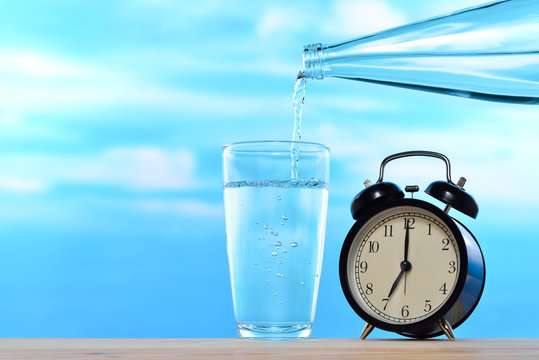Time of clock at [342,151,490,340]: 7:00
